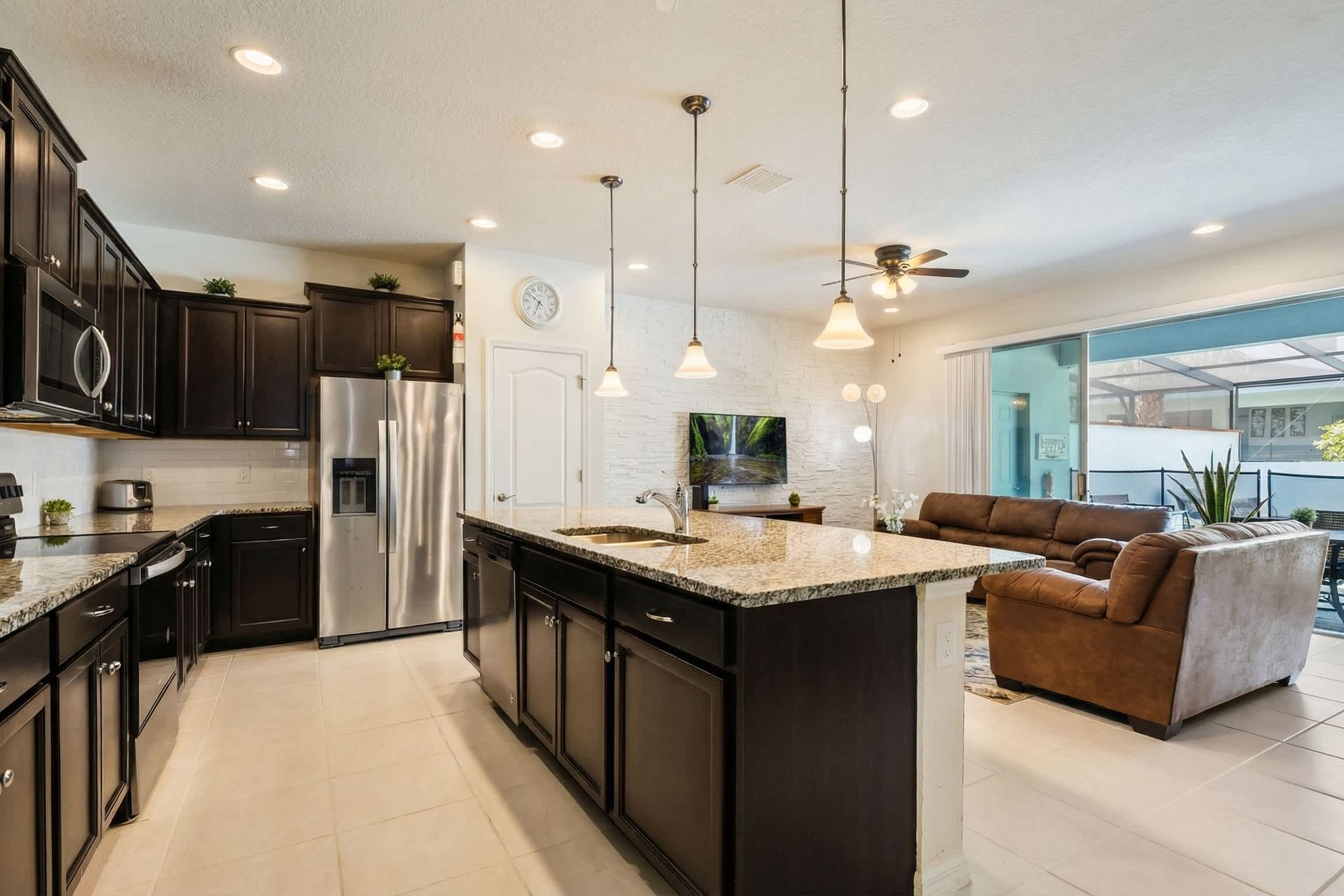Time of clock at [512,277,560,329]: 10:34
